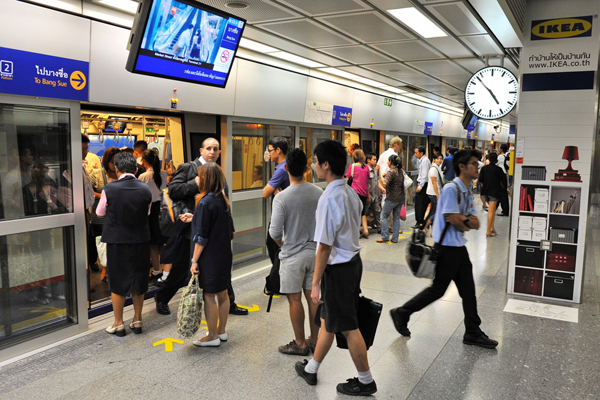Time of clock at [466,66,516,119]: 4:52
